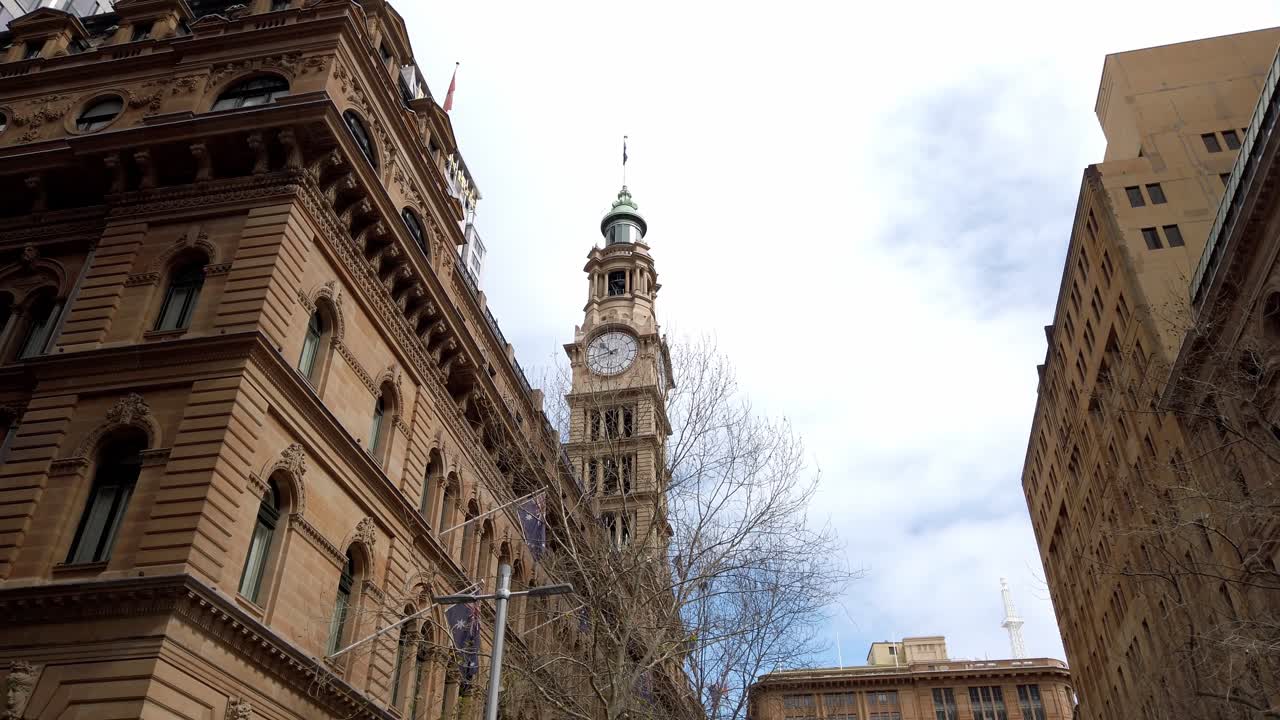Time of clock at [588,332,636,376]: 10:42
